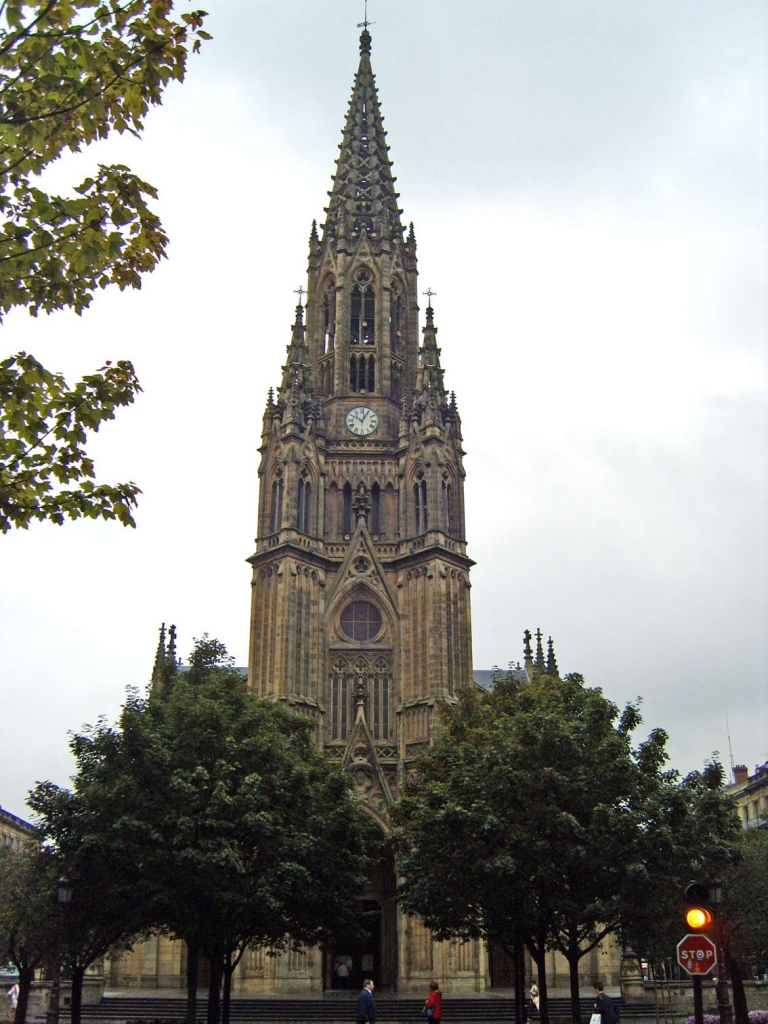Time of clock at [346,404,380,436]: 10:04
